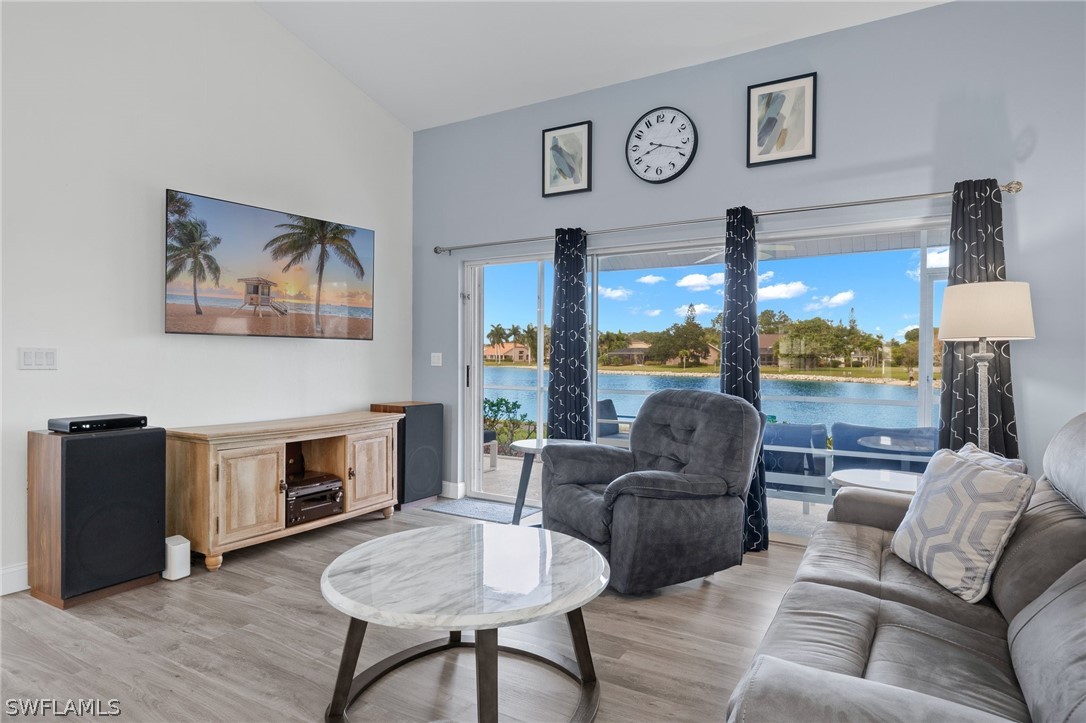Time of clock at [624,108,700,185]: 8:17
